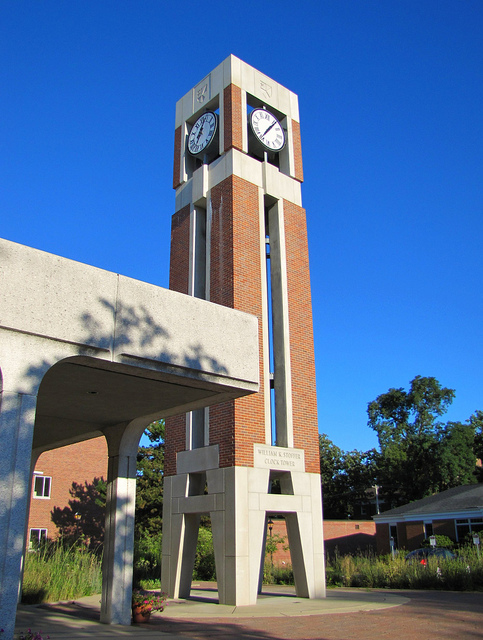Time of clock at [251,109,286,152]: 7:06
